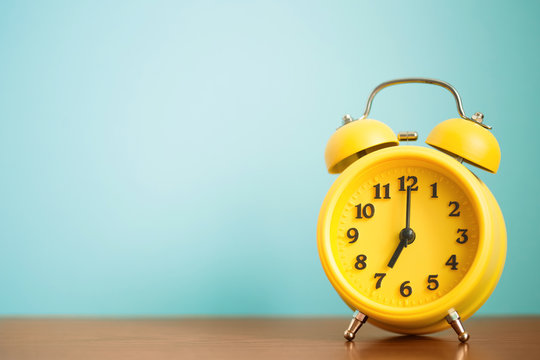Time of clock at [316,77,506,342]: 7:00
